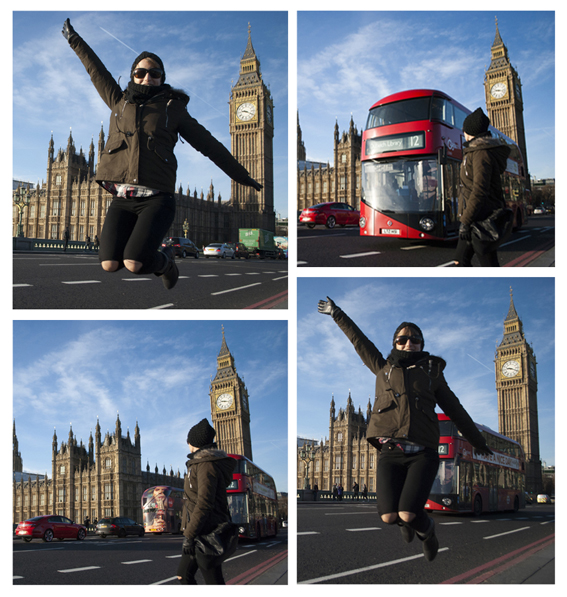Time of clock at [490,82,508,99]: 9:17
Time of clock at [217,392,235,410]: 9:17
